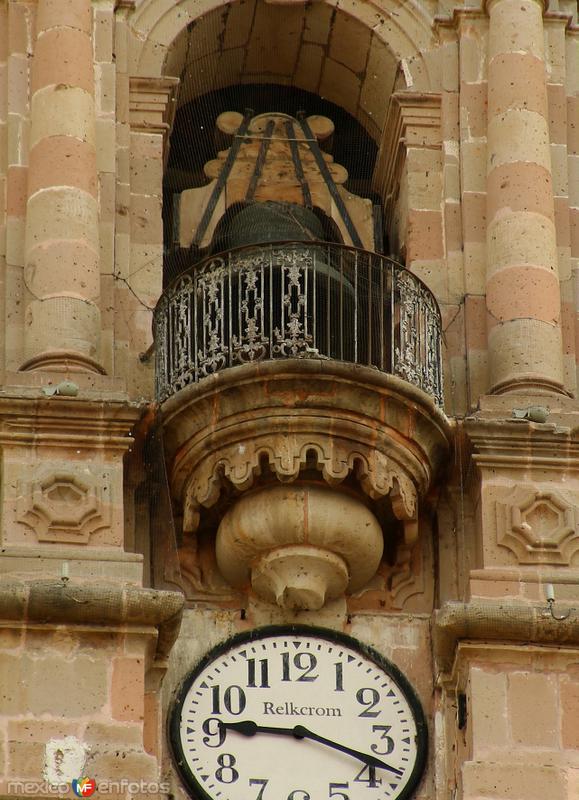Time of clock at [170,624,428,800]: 9:18
